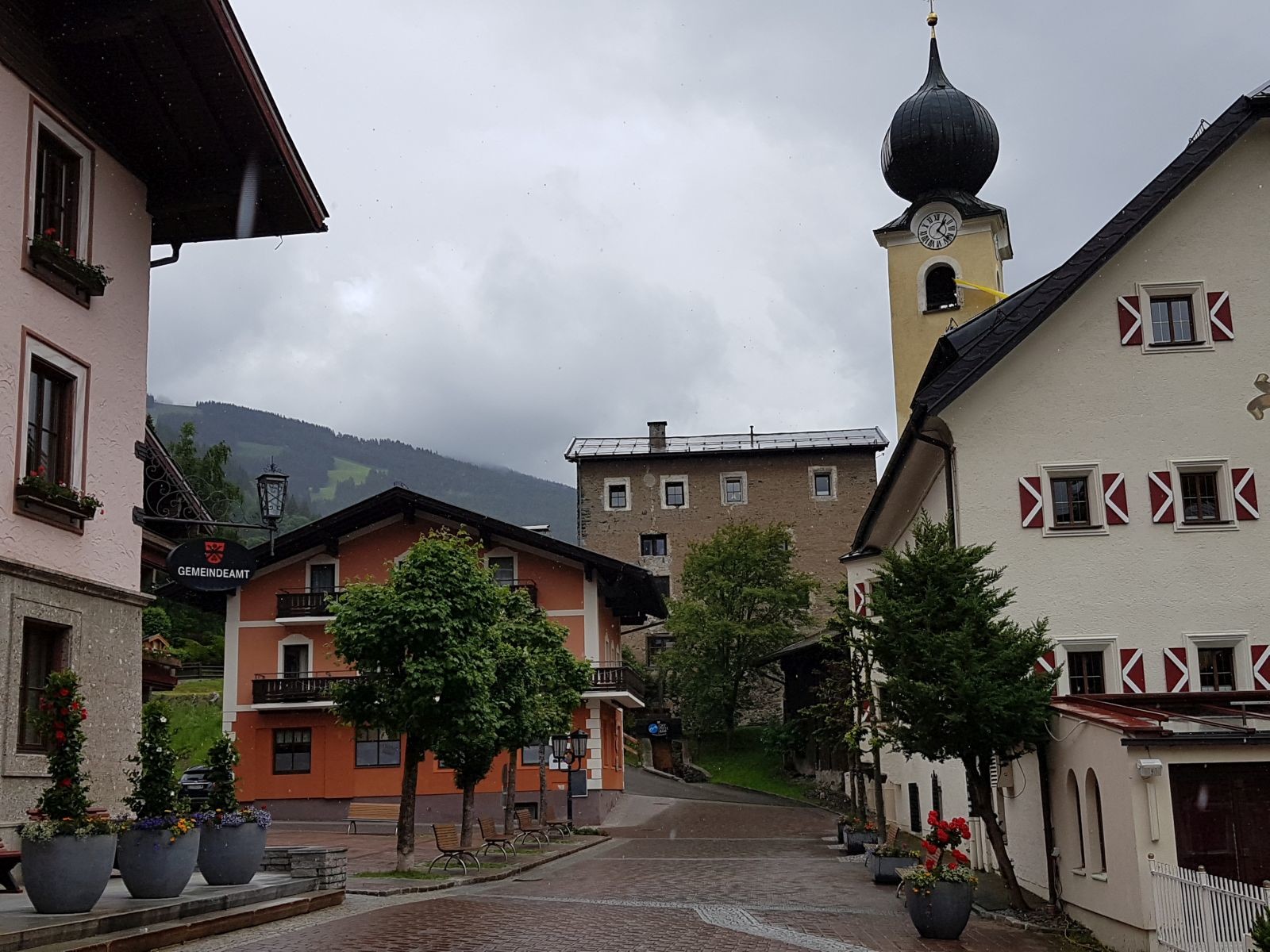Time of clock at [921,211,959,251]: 1:22
